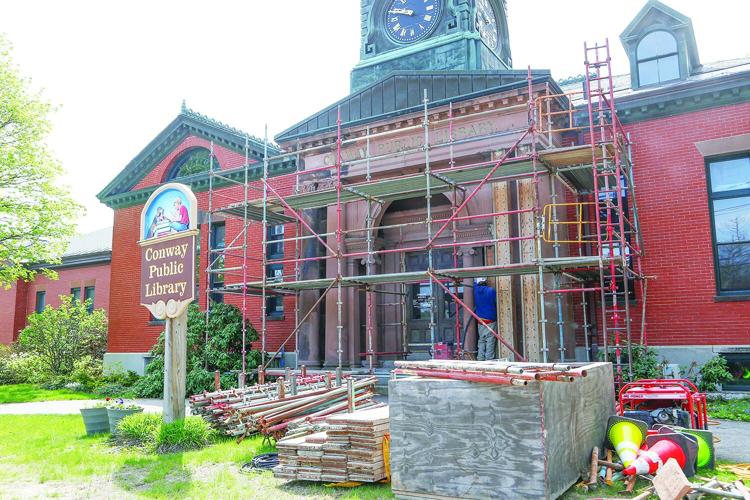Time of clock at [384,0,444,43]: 9:48
